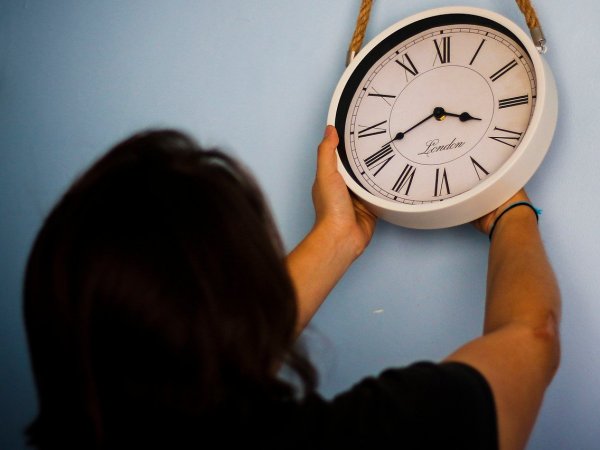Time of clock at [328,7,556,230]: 3:40
